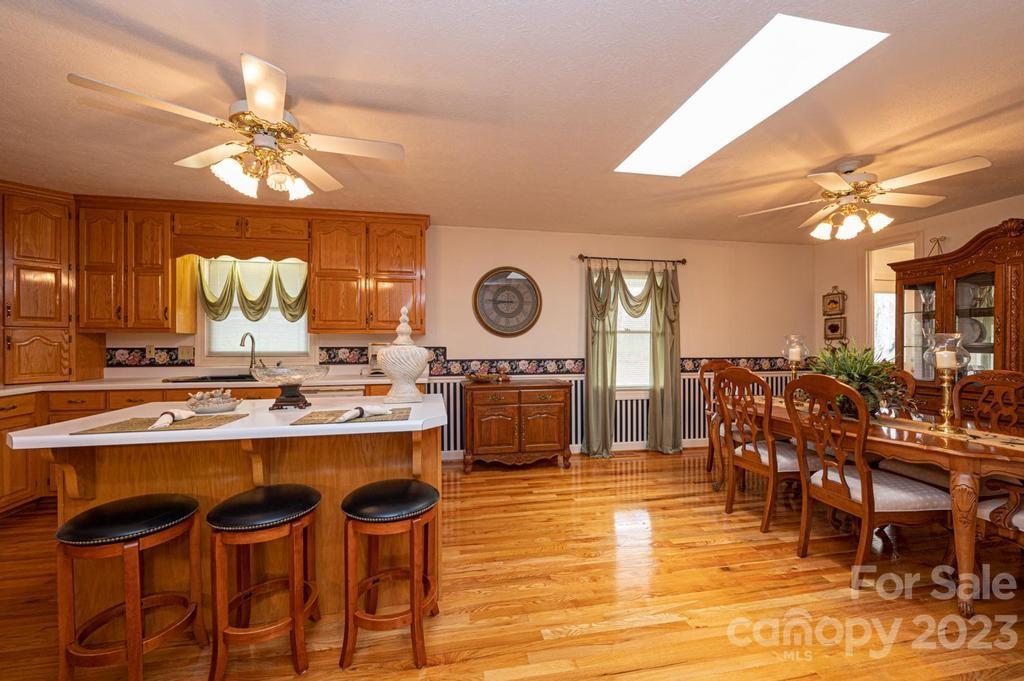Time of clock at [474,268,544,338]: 8:45
